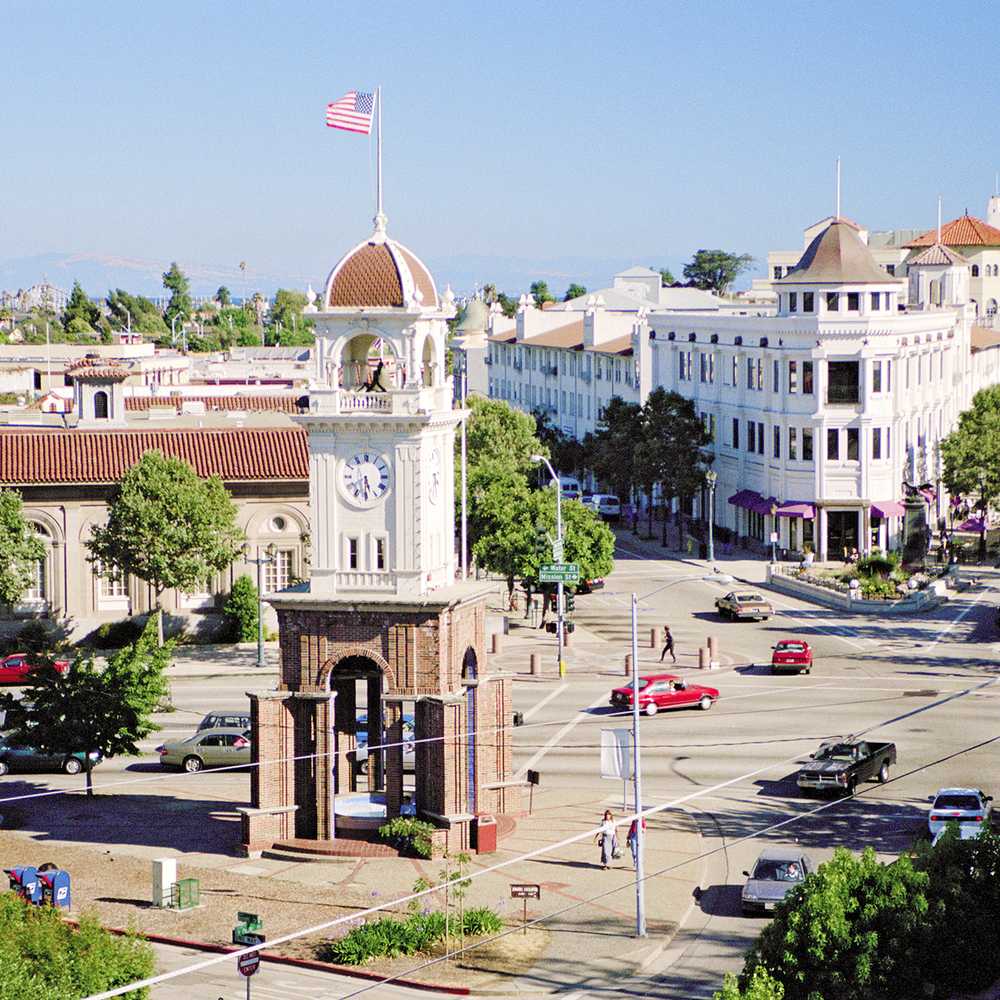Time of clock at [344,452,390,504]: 5:30
